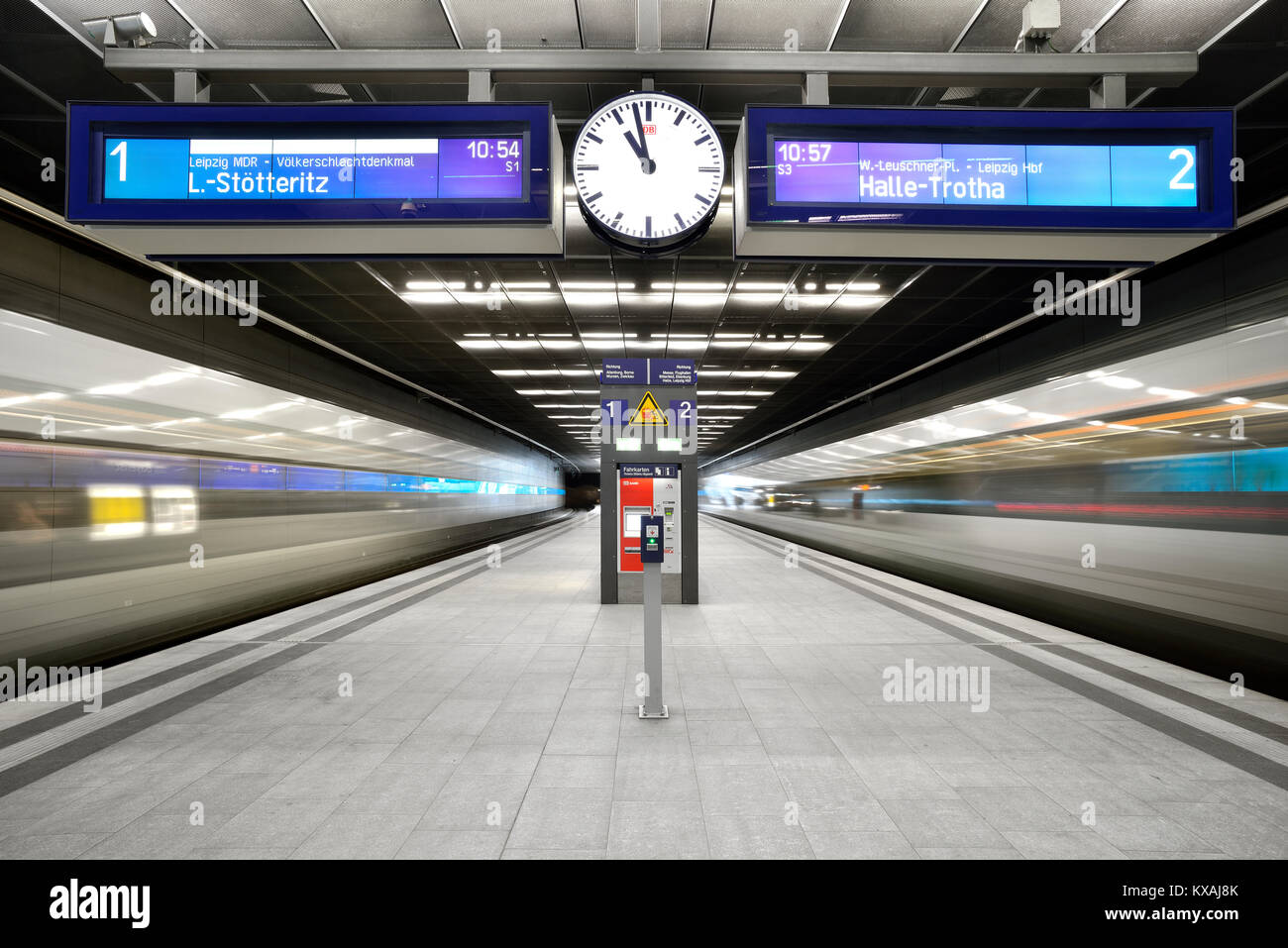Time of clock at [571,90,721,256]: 10:58
